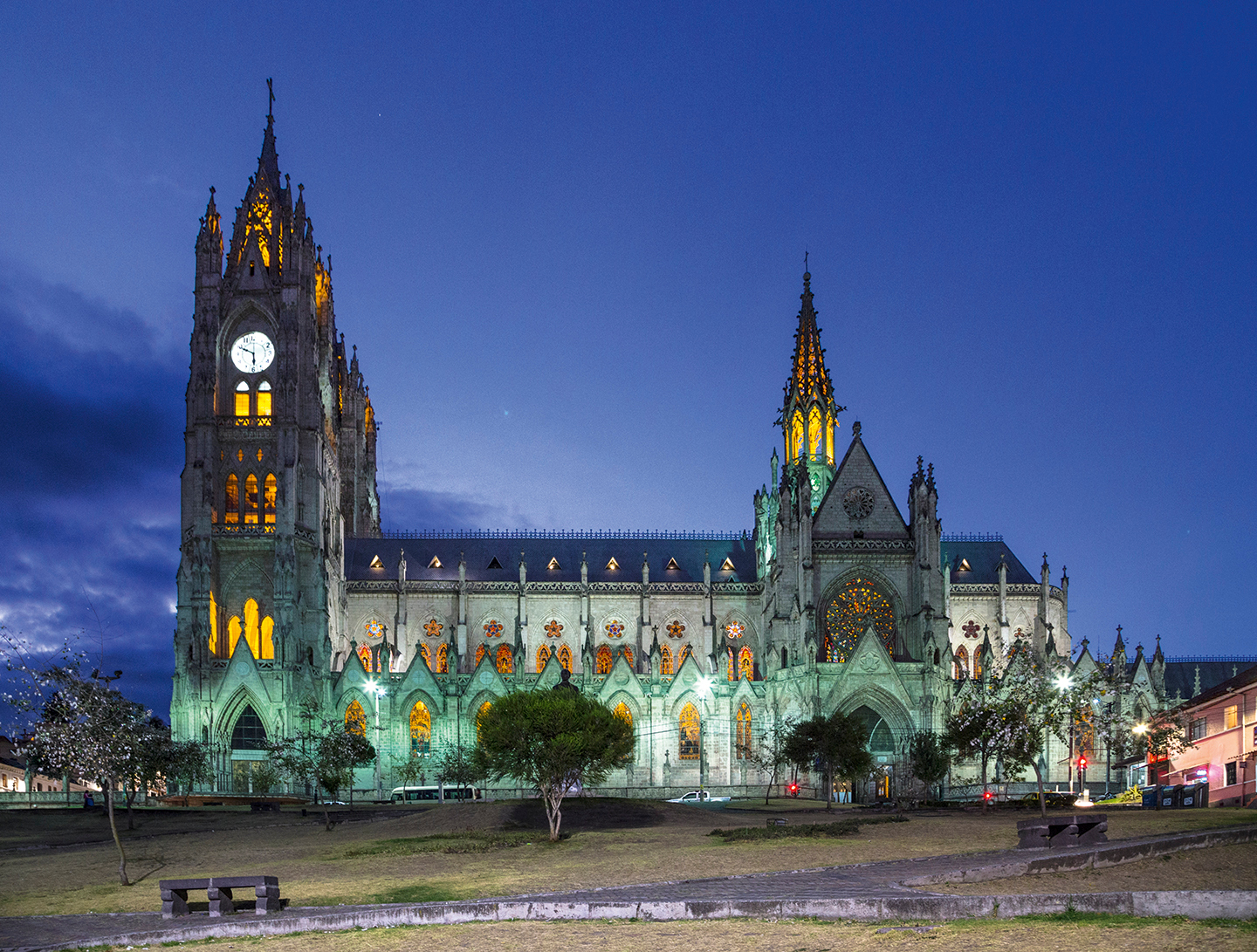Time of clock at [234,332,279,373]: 5:49
